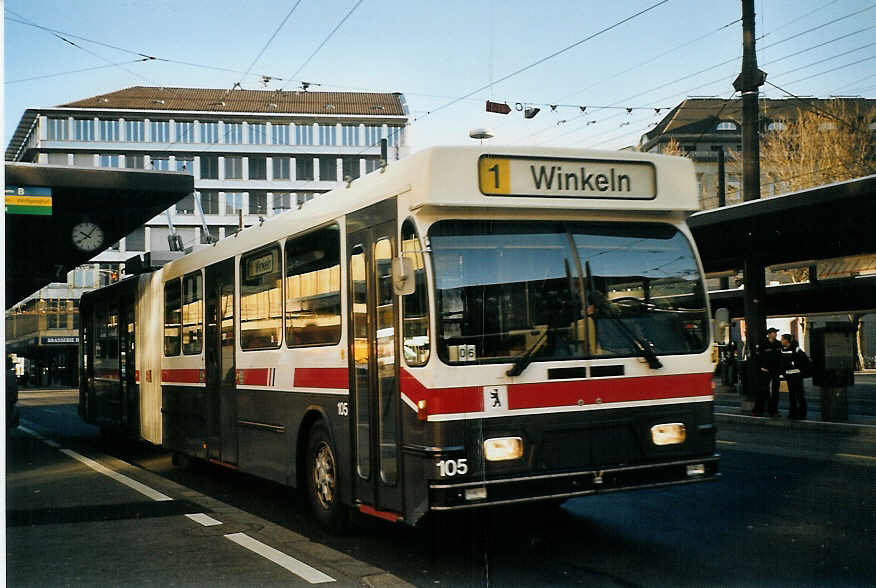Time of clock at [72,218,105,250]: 10:07
